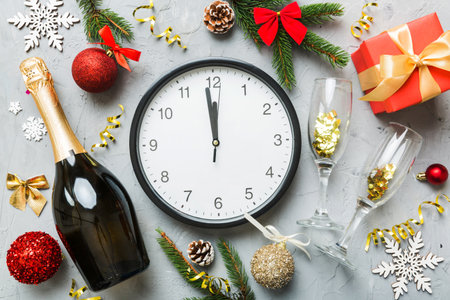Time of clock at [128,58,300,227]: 11:58
